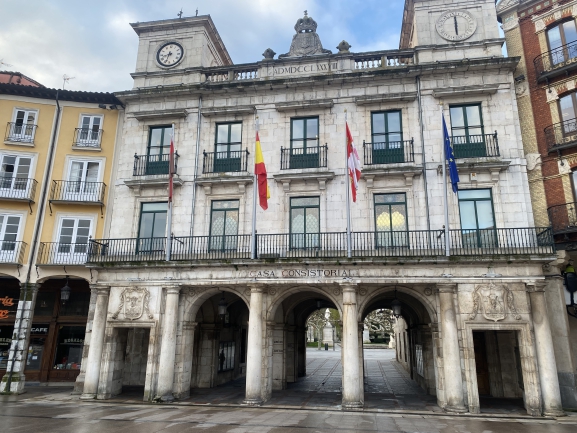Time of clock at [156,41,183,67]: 8:33
